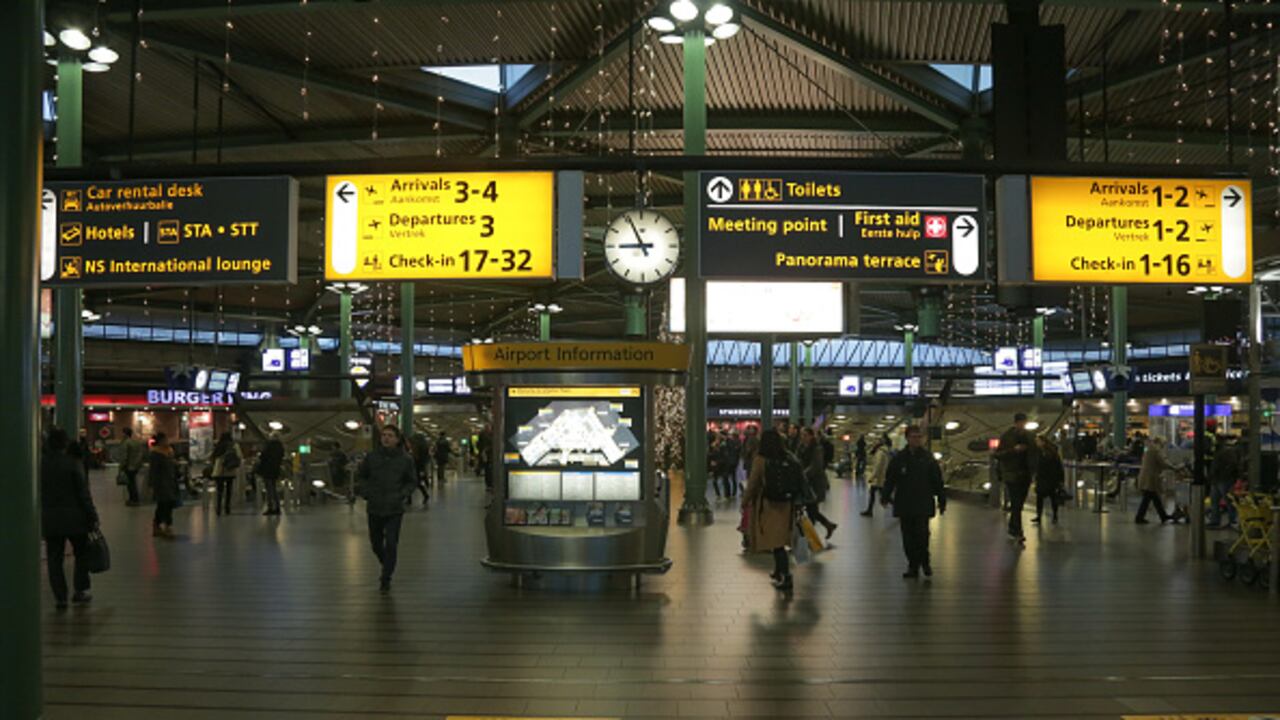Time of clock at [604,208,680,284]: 8:56
